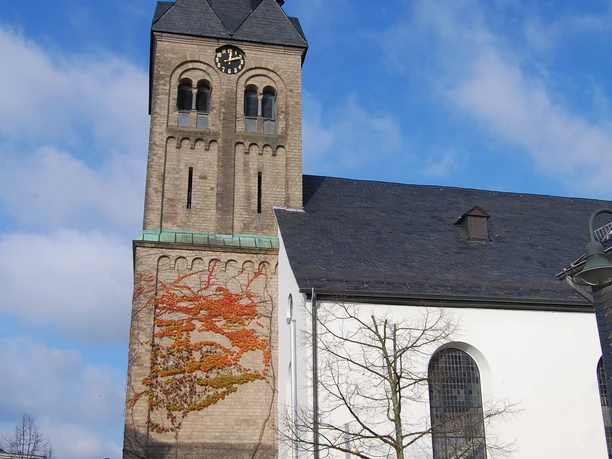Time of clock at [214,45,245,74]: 12:12
